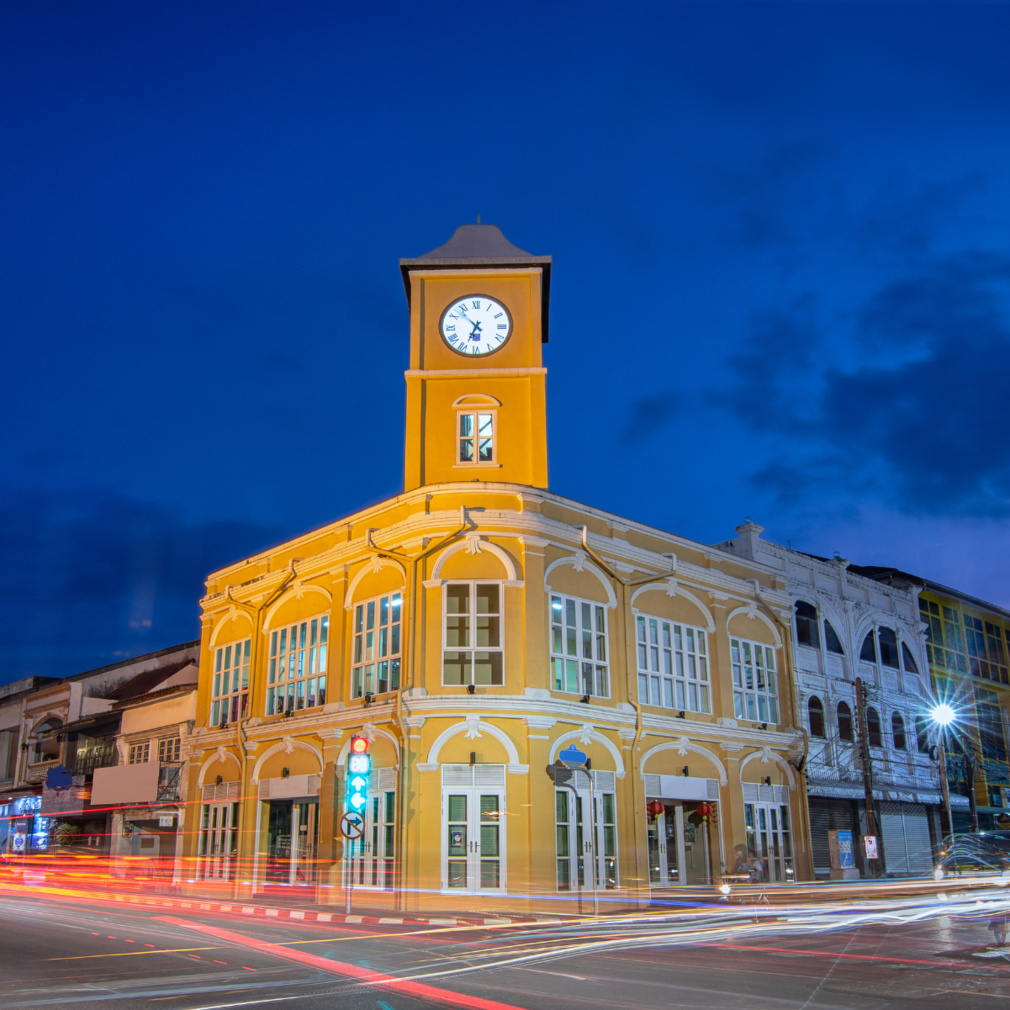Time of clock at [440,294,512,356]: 6:52
